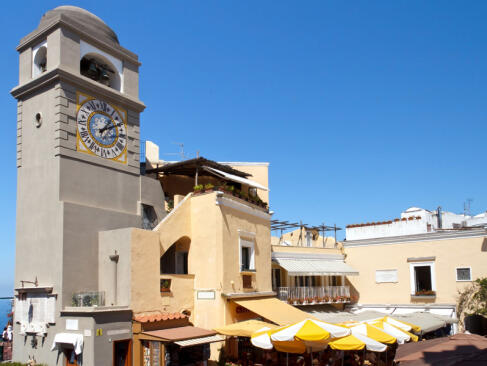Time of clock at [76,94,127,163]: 1:09
